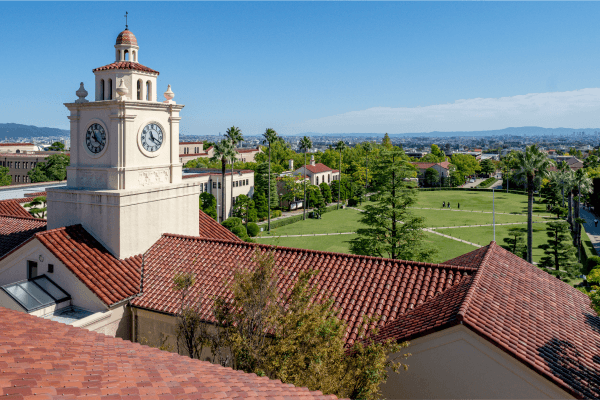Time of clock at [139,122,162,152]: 11:19
